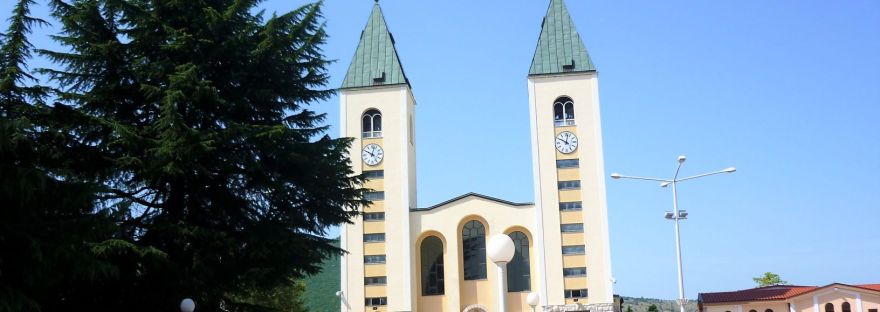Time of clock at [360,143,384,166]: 10:02
